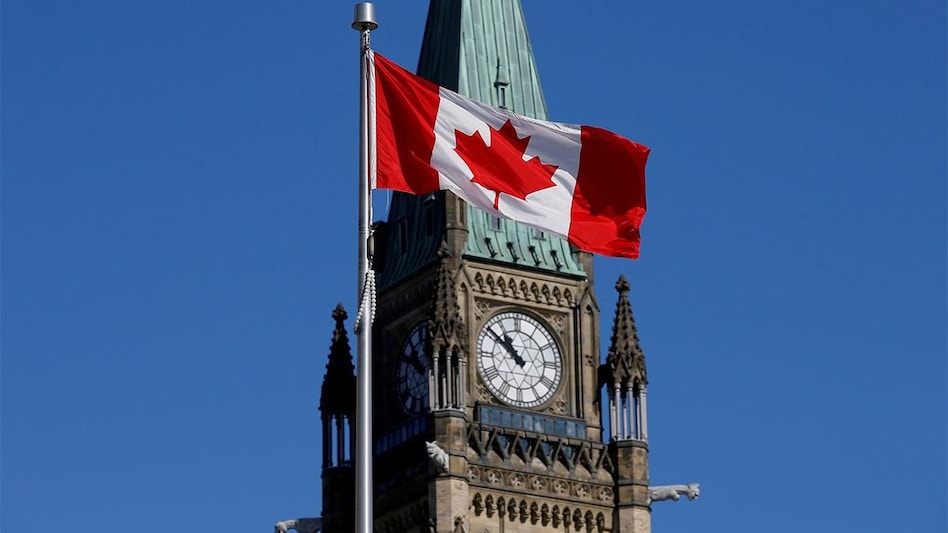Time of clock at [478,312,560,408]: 10:51
